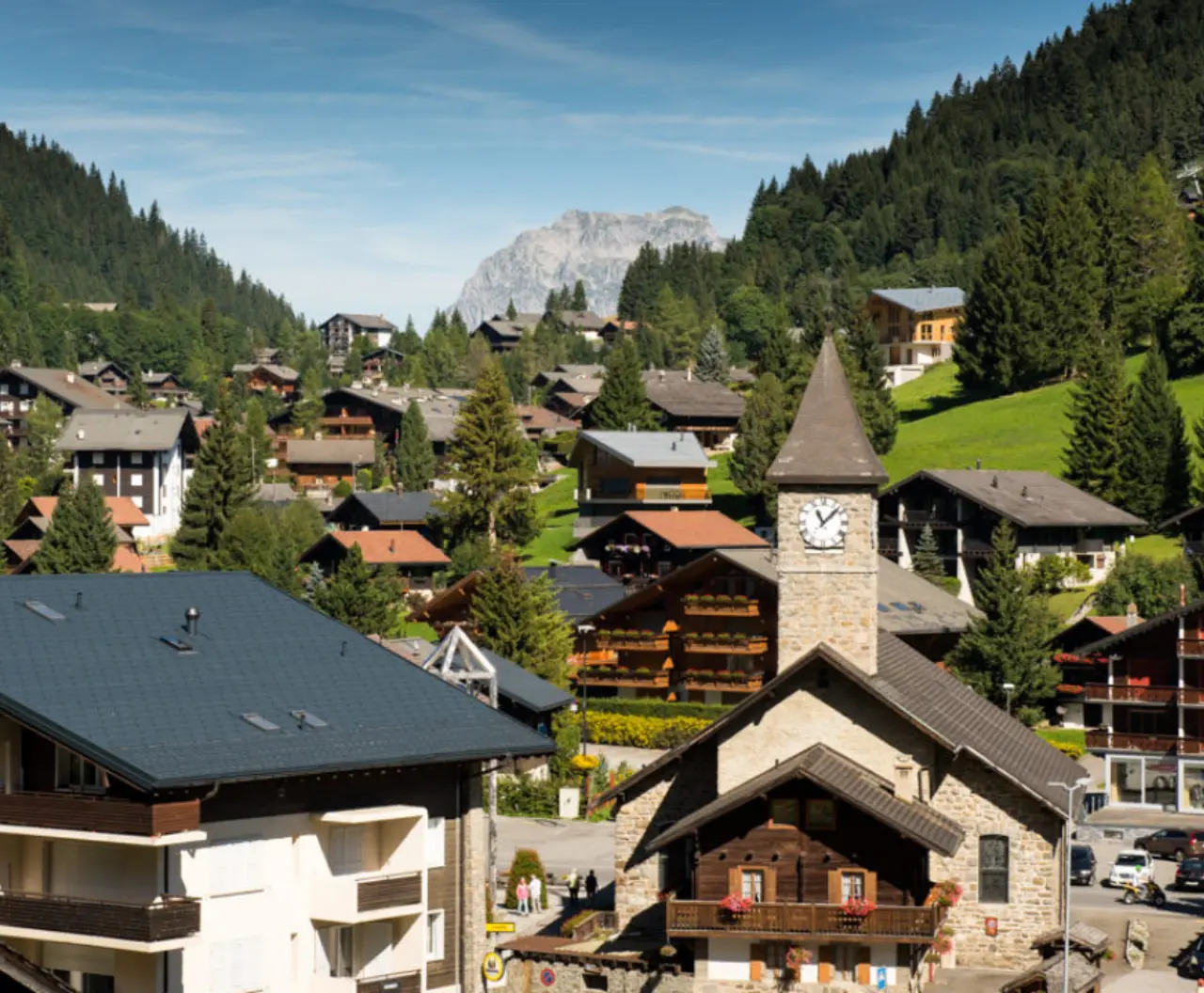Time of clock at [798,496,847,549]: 11:07
